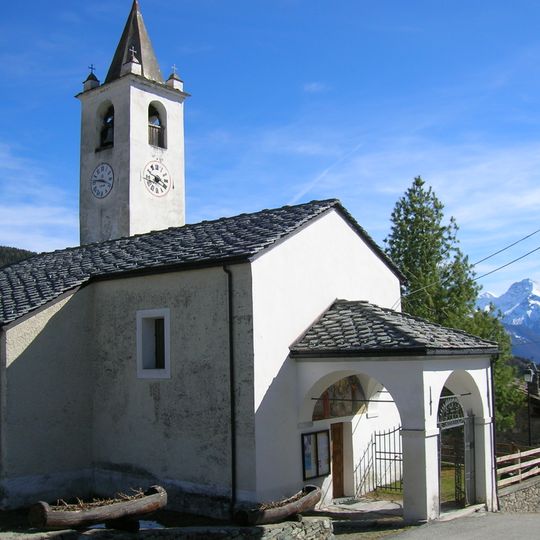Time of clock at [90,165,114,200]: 3:46
